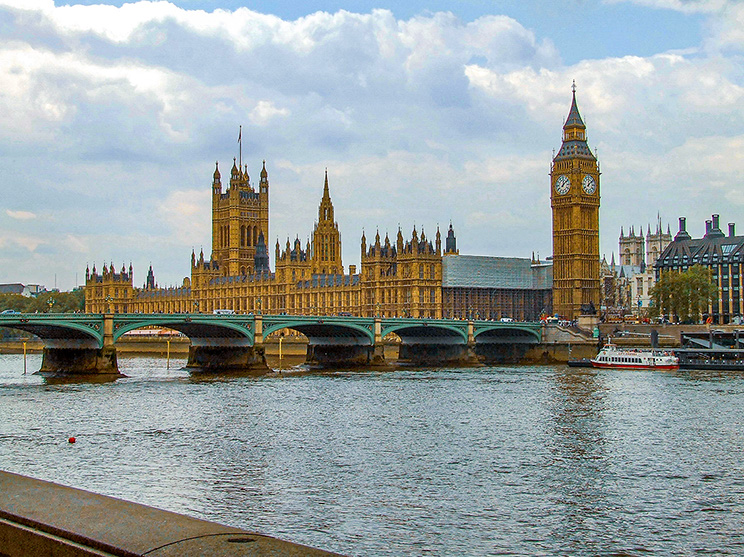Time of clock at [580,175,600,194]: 12:07
